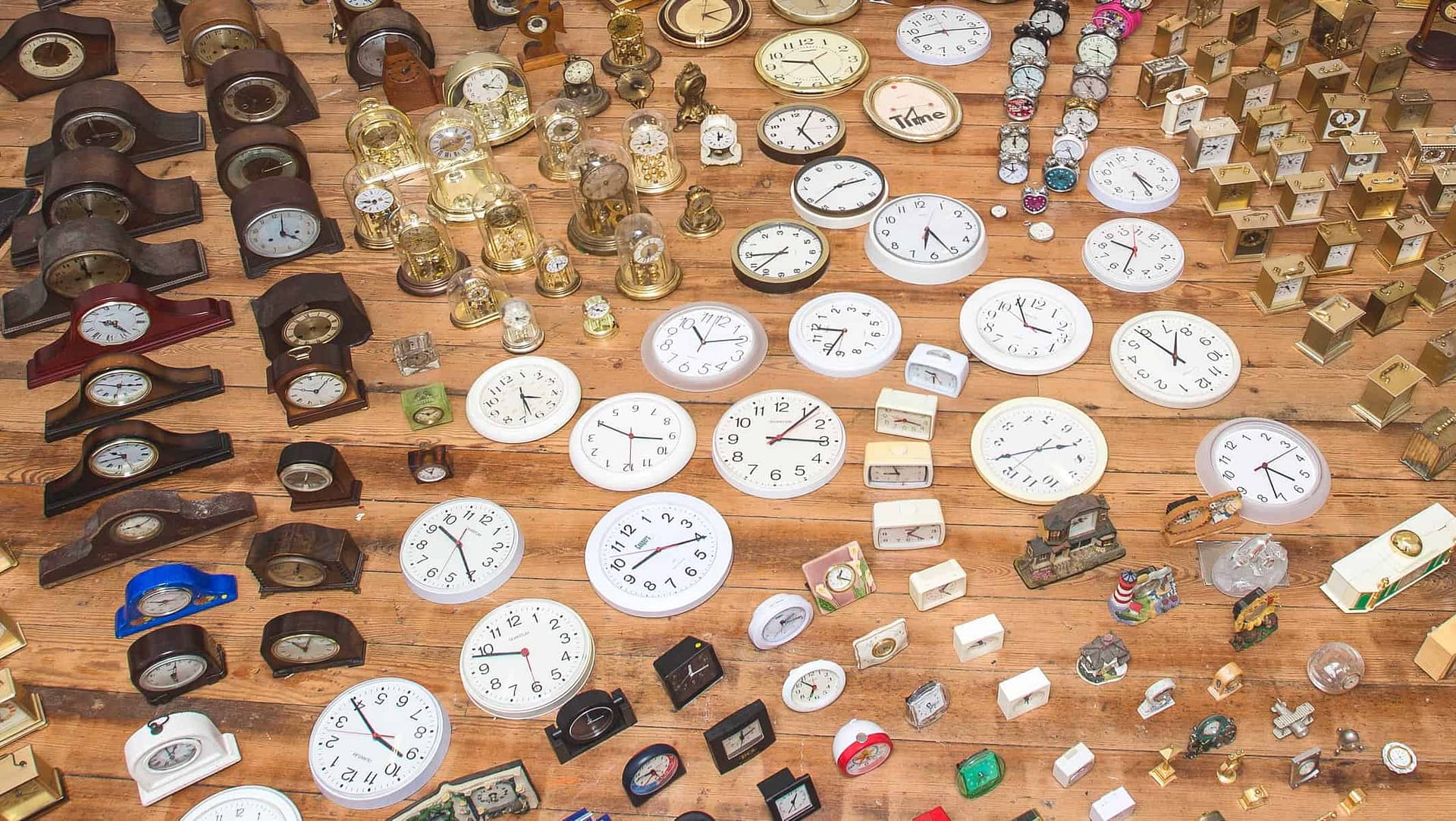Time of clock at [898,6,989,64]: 9:17
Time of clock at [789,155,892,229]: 2:38
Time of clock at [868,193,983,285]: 6:26
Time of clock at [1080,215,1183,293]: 9:31
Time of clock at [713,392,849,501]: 3:06
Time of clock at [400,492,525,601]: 10:25
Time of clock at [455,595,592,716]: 9:48
